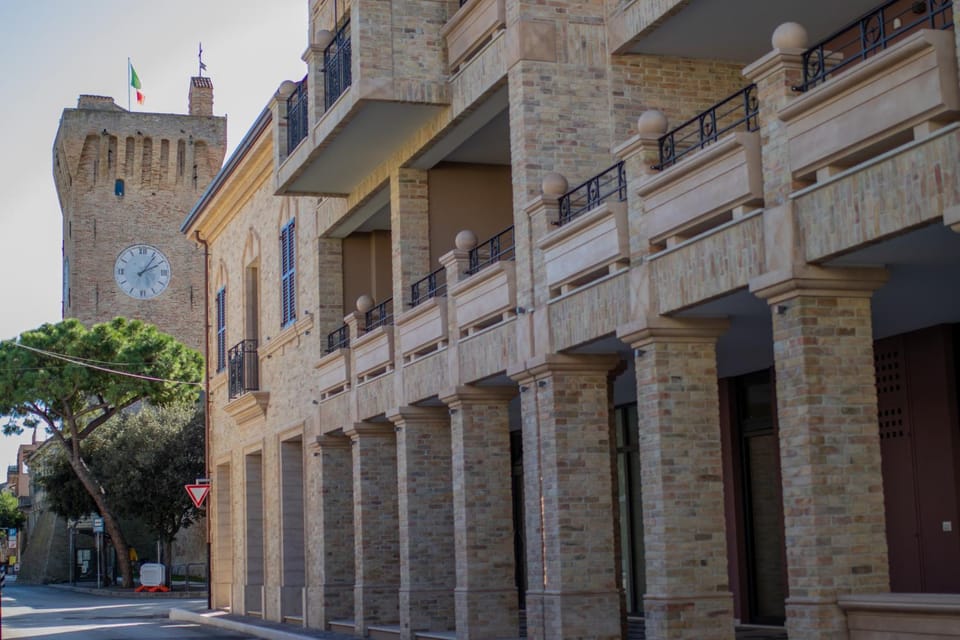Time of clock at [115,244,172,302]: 2:06
